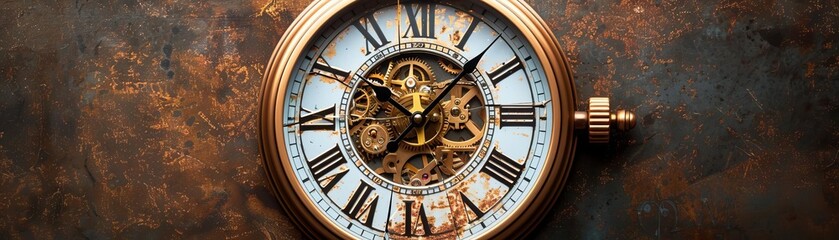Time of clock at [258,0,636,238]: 10:07
